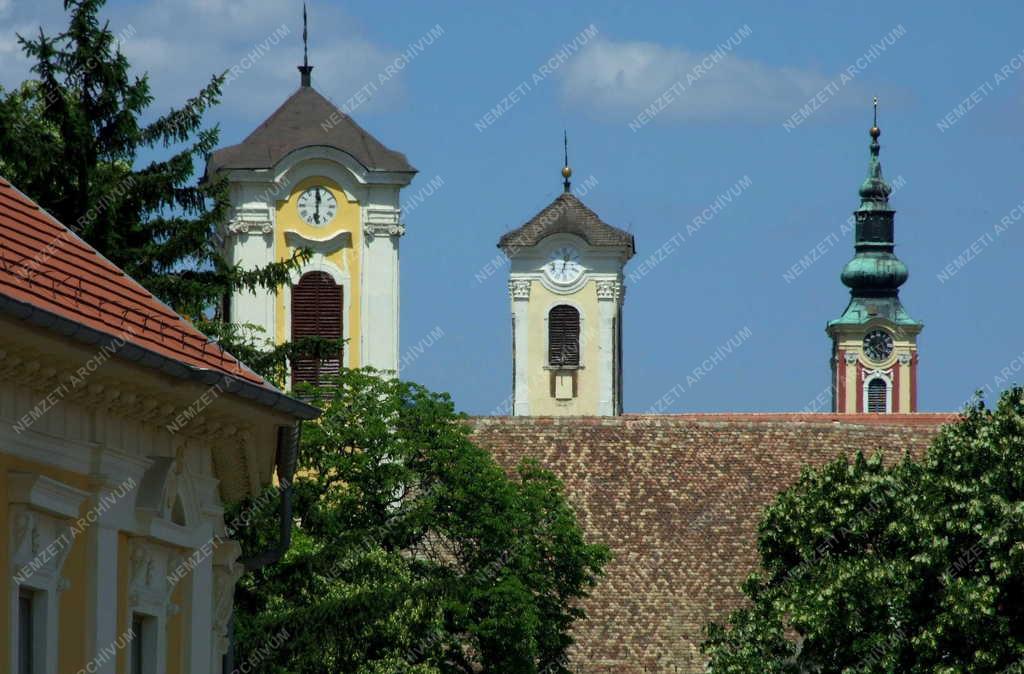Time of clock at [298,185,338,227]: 12:30
